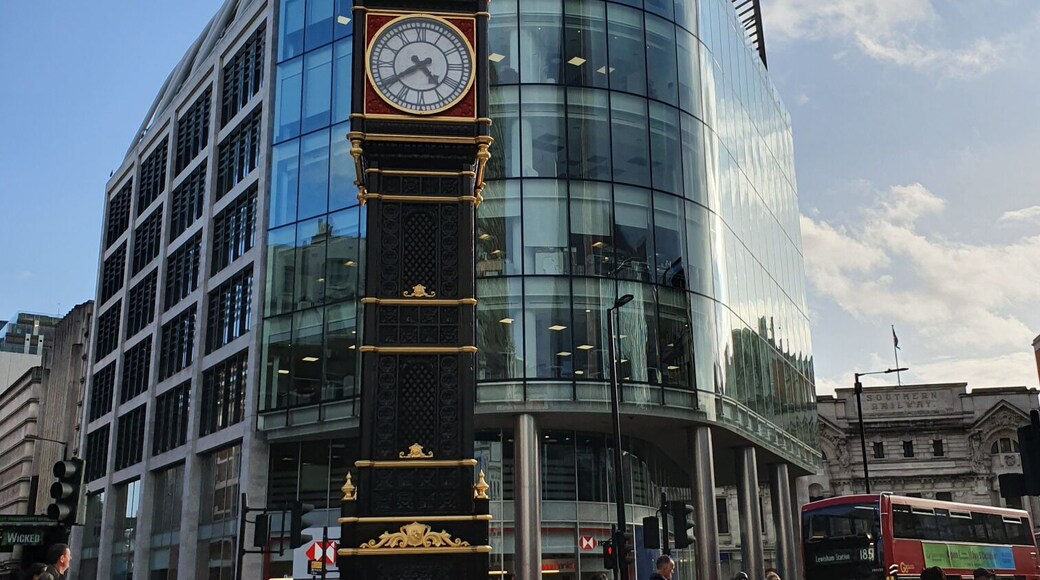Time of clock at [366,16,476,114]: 4:39
